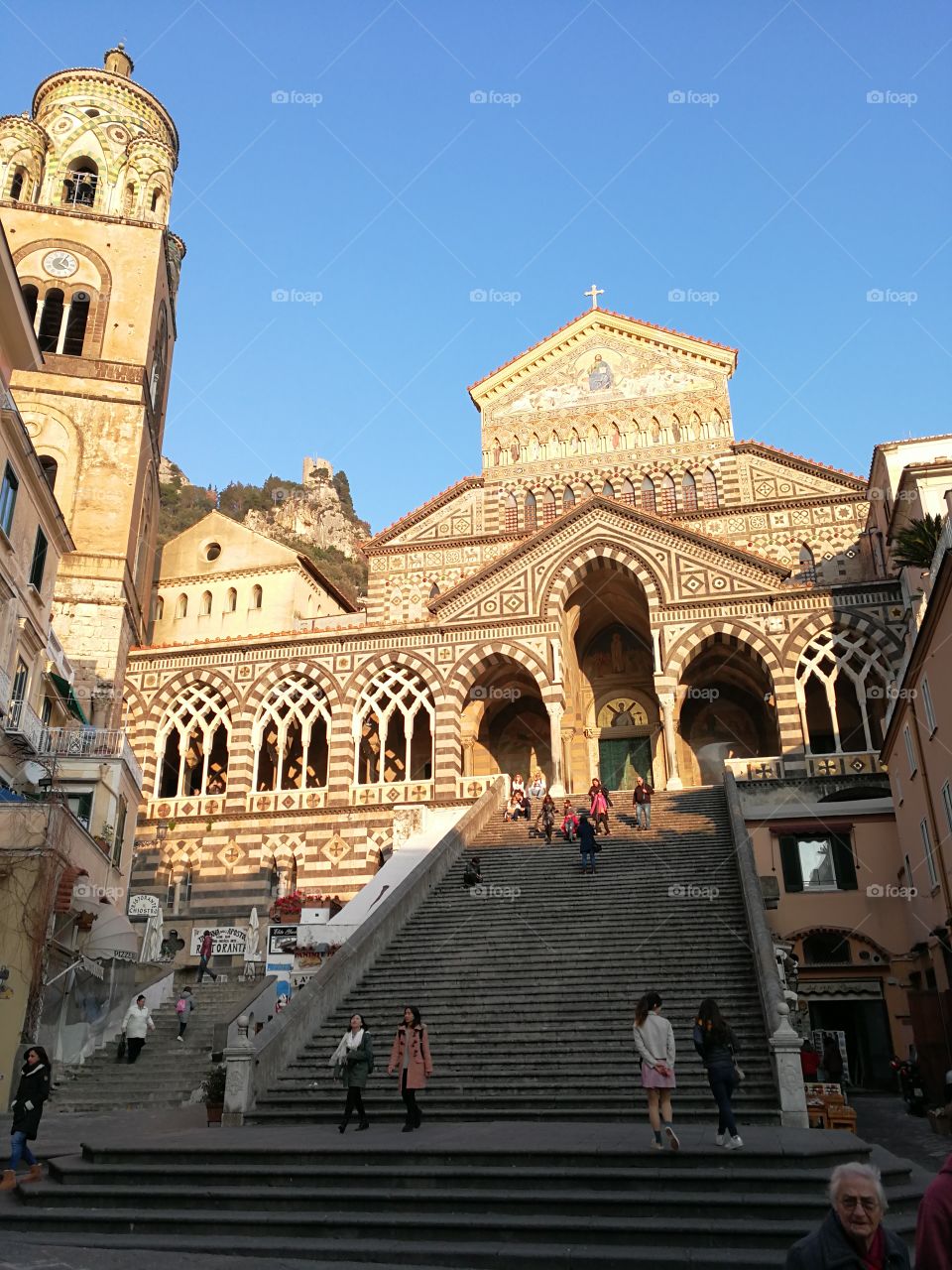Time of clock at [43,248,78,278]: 4:04
